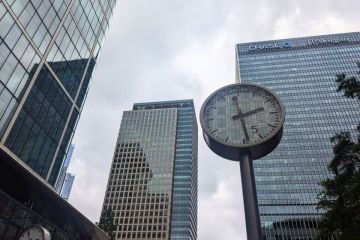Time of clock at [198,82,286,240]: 2:28
